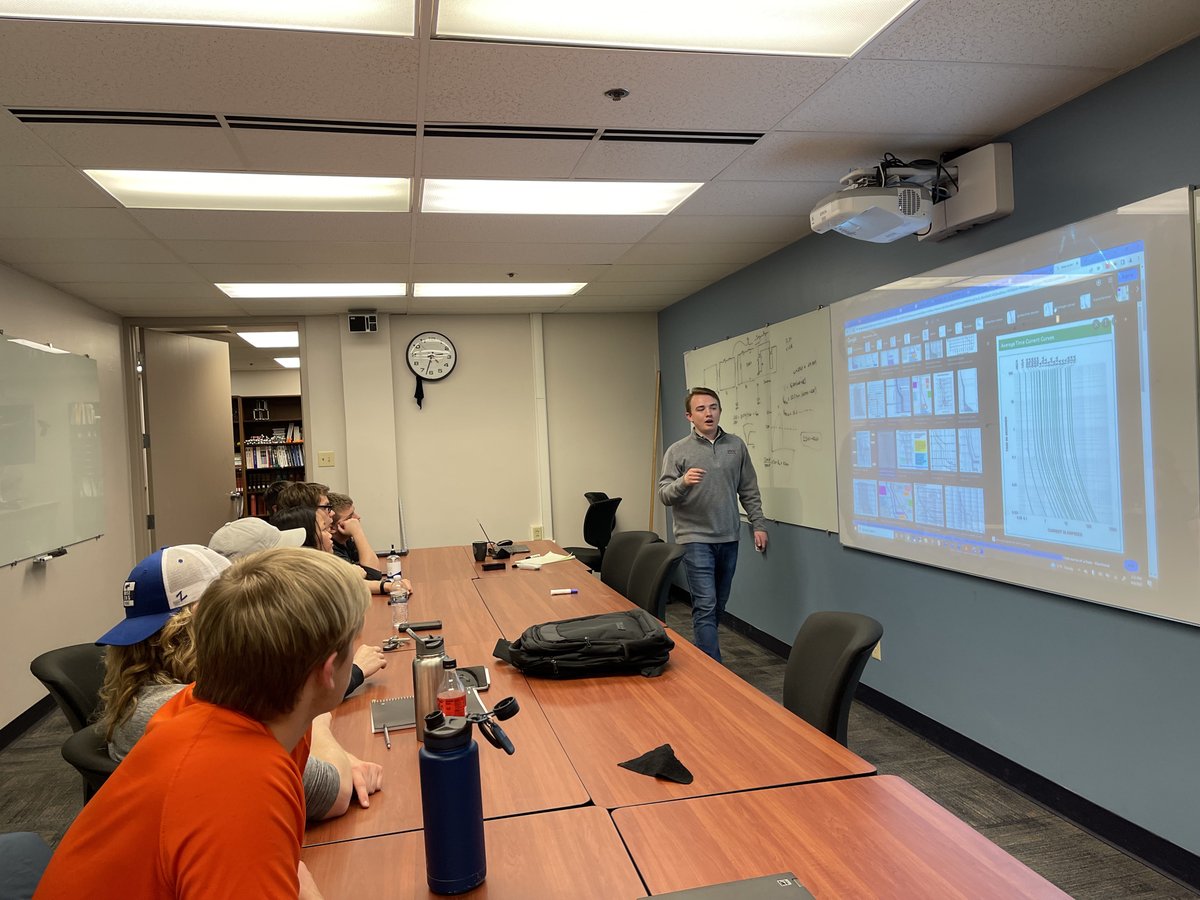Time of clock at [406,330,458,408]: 2:32
